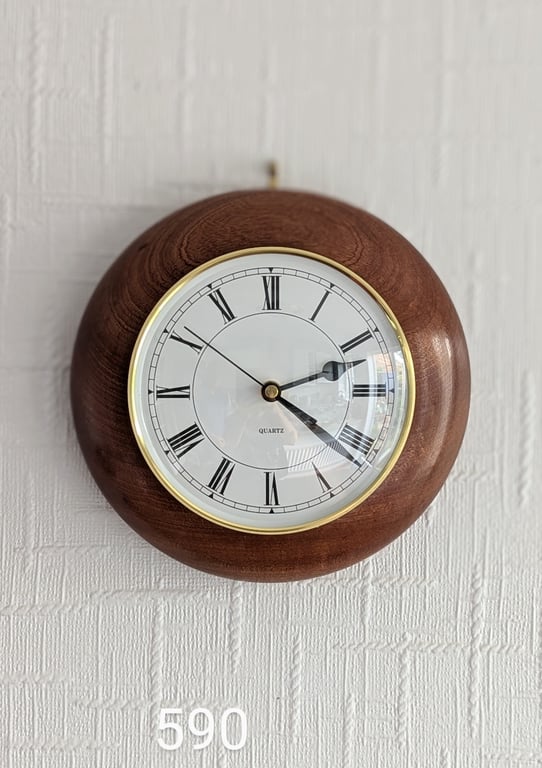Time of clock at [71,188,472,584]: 2:21
